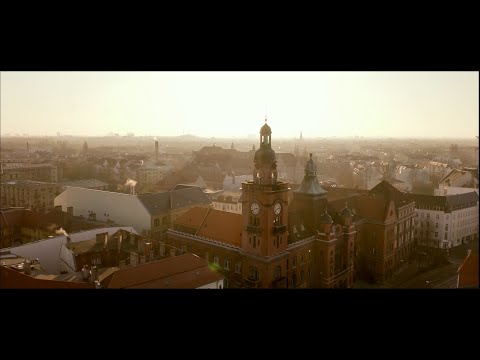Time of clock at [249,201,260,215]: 2:40
